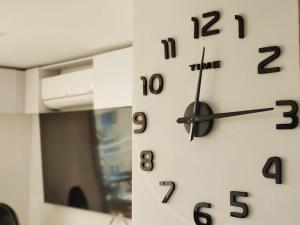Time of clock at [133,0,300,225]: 12:14
